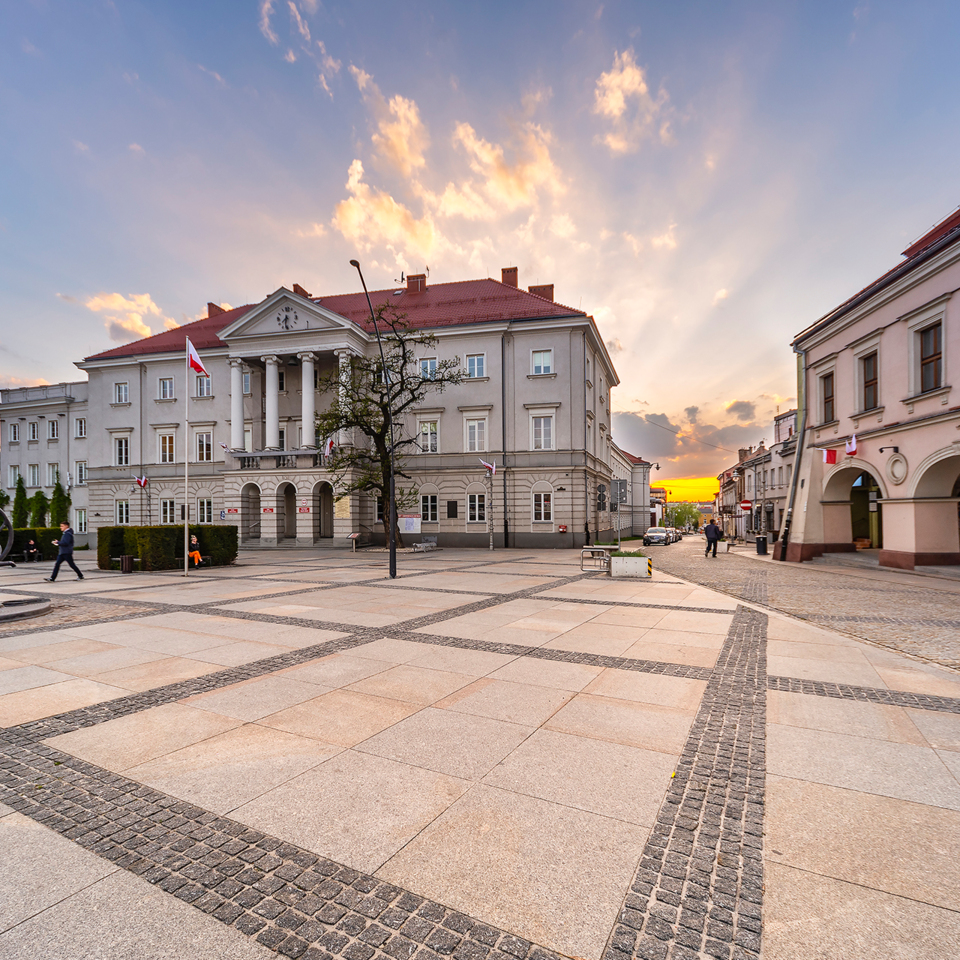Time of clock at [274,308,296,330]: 7:31
